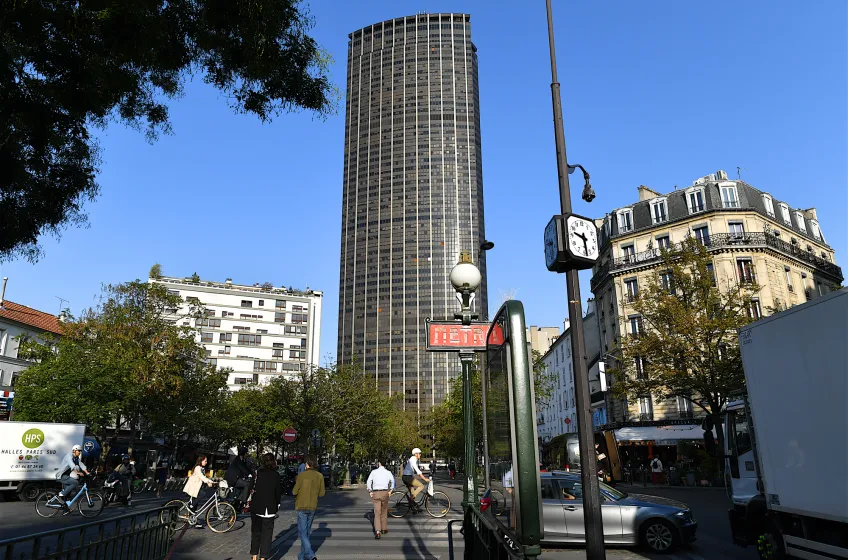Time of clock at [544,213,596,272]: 9:28
